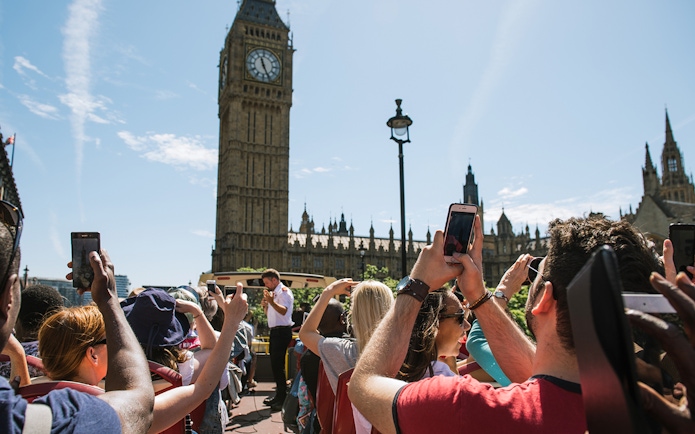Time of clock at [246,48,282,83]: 11:25
